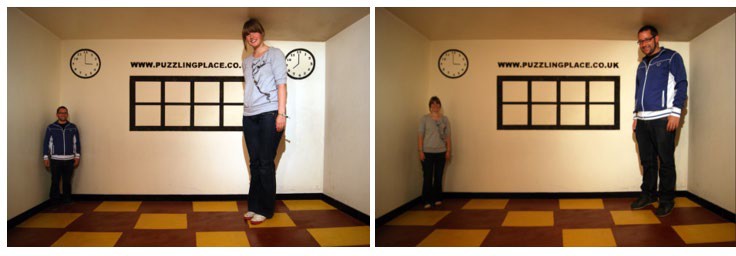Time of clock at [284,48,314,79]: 7:59
